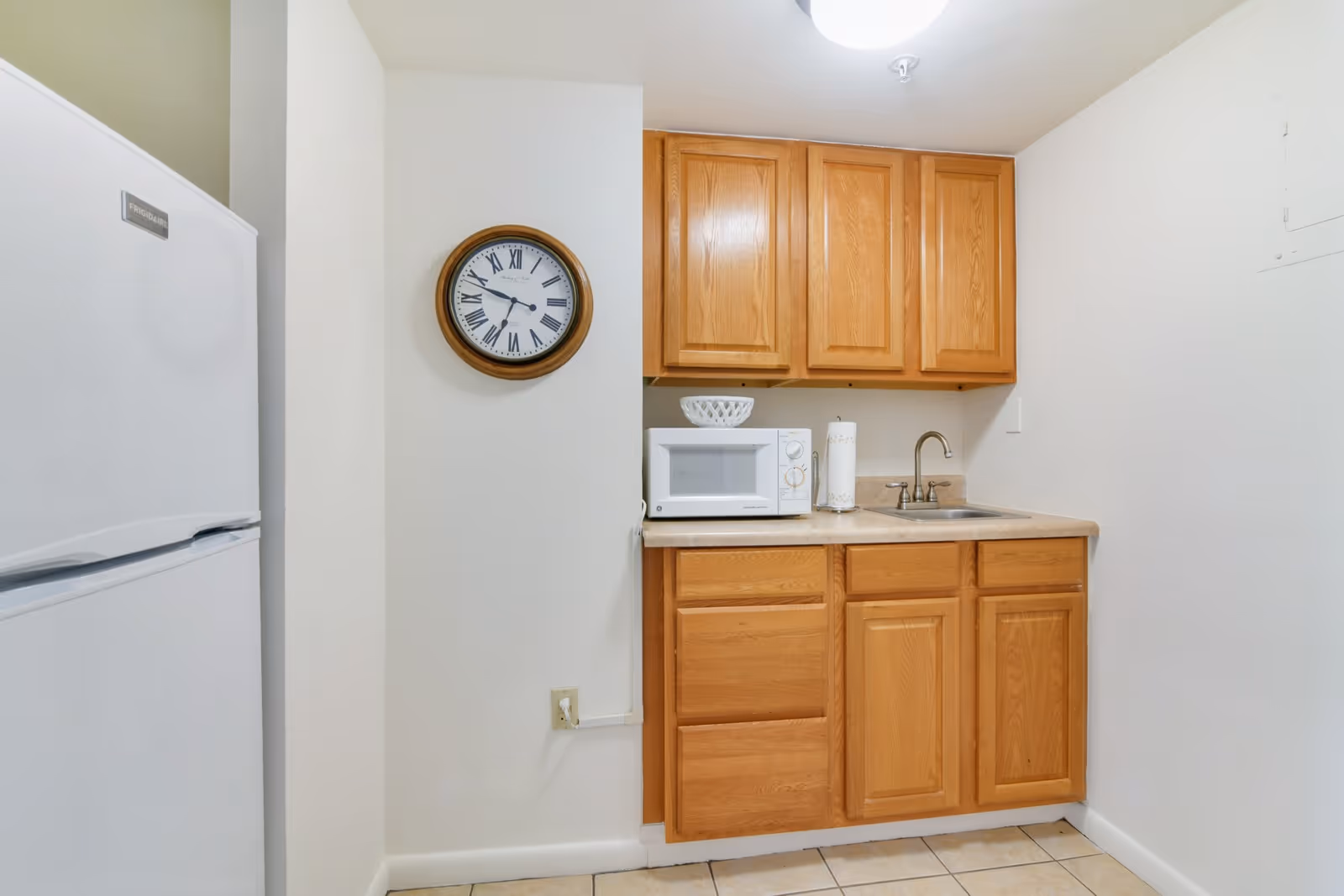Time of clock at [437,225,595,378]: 9:33
